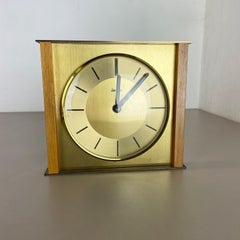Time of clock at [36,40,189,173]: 12:07
